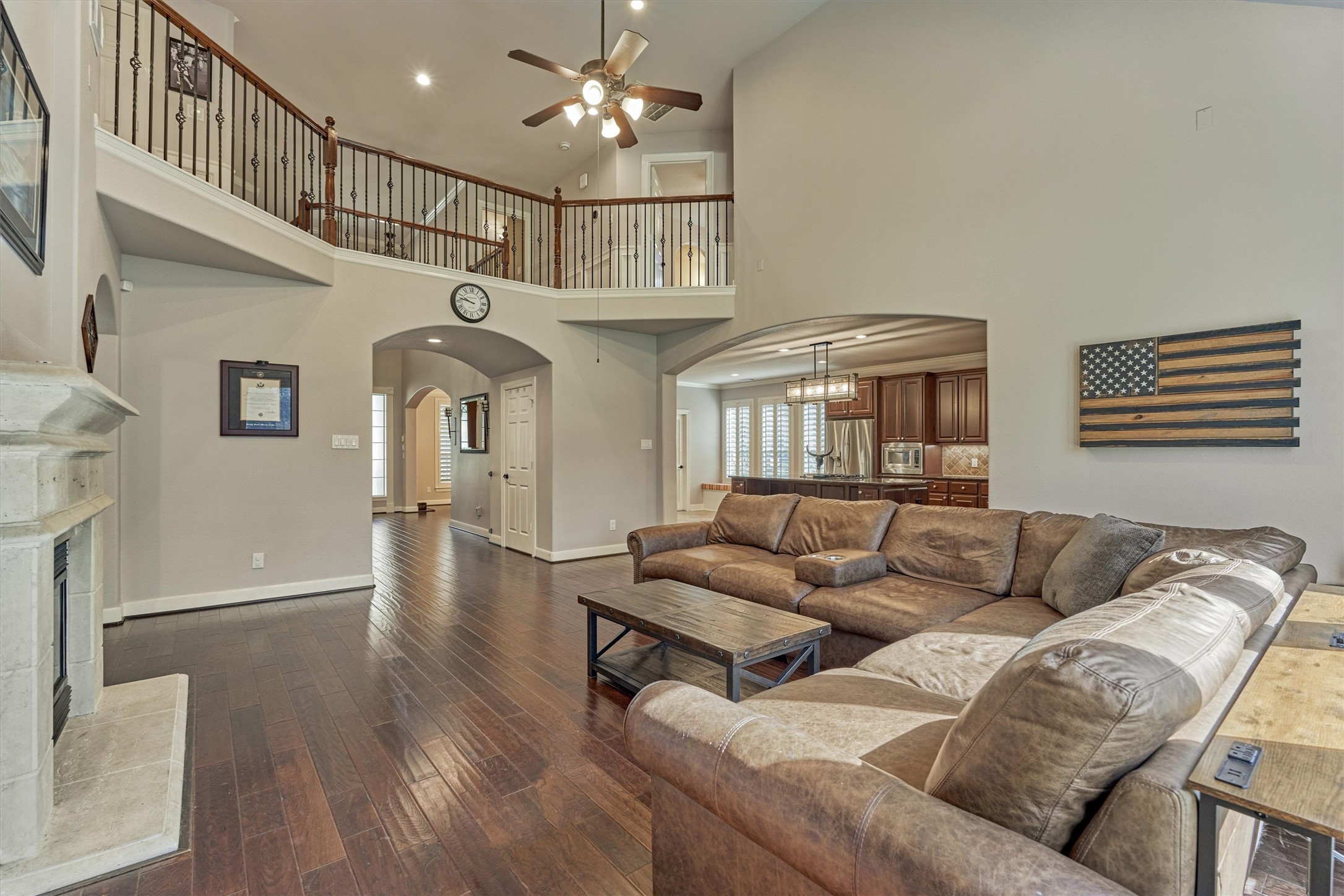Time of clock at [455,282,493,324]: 9:47
